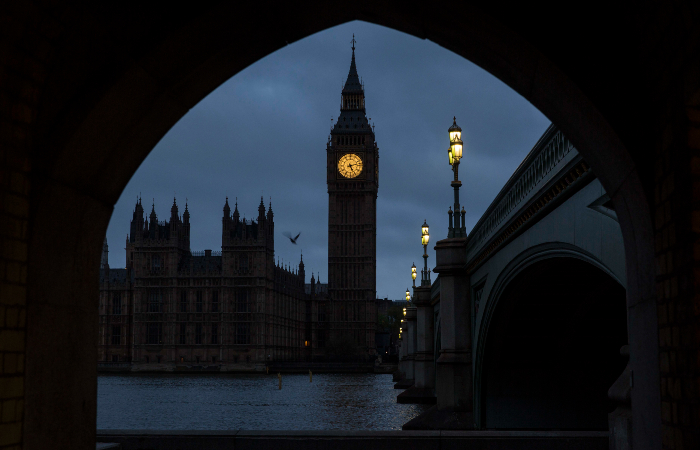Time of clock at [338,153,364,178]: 5:12
